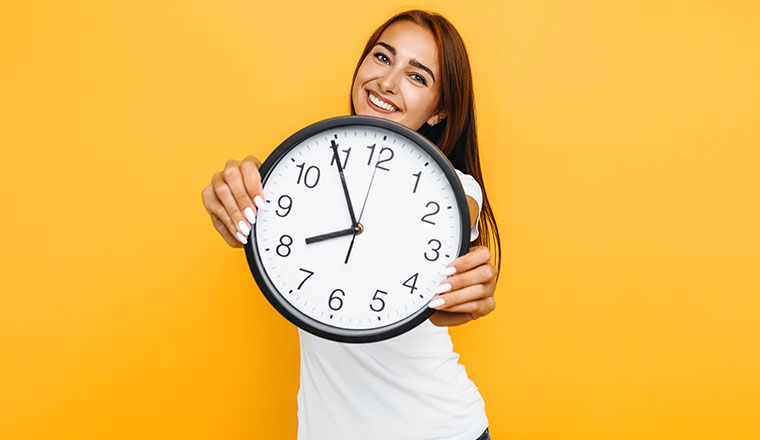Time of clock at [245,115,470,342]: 7:54
